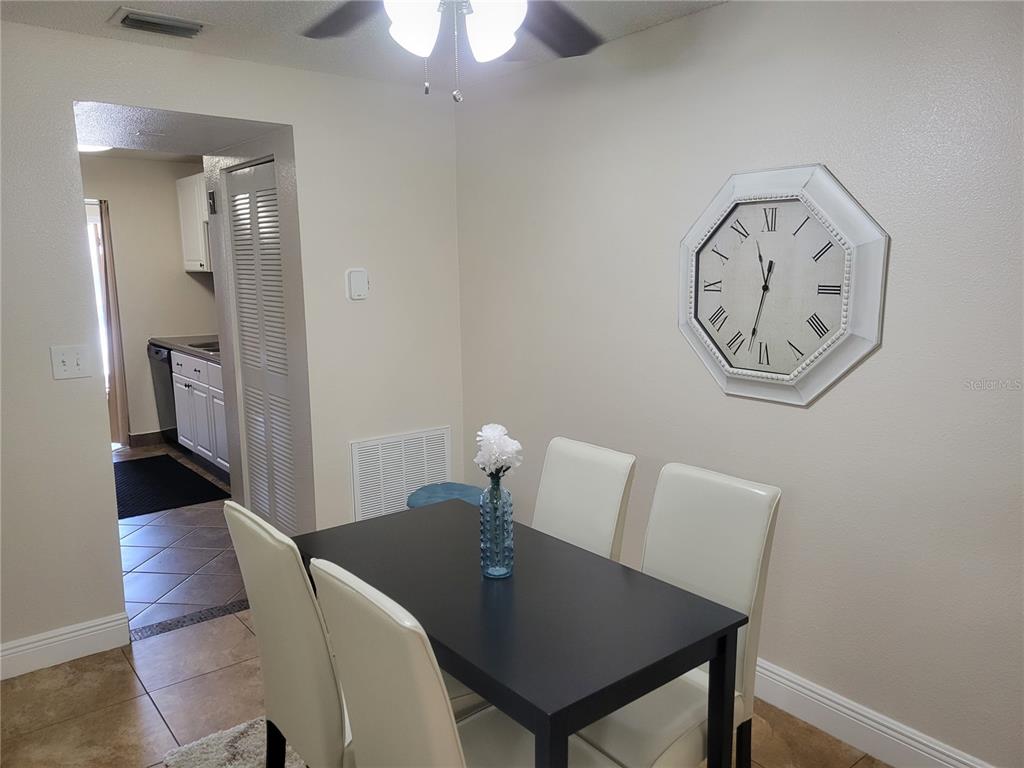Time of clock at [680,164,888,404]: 11:32
